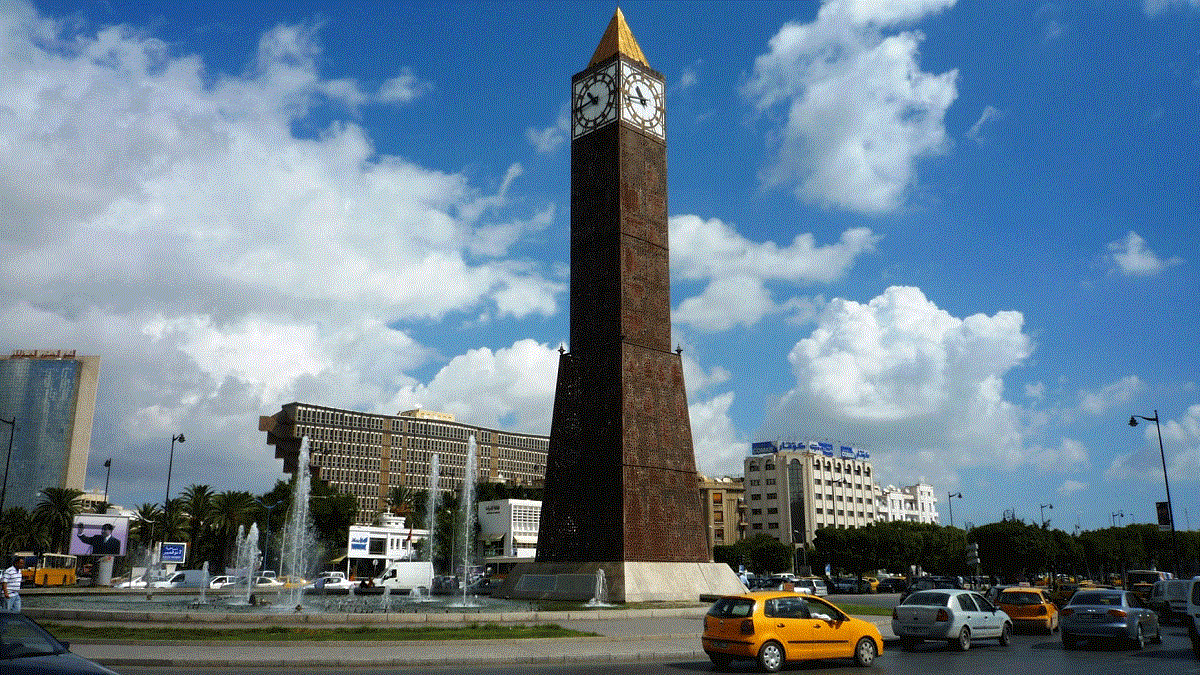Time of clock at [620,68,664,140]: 10:43
